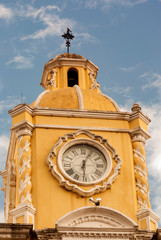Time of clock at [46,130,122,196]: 6:04
